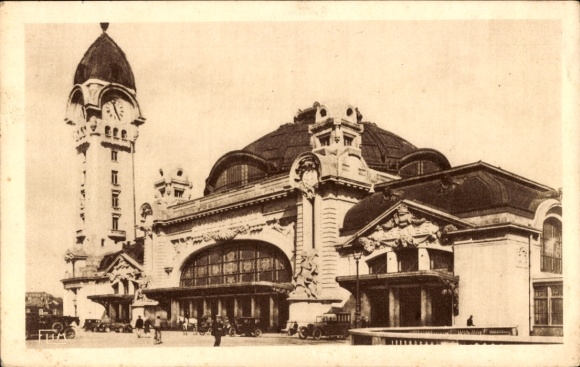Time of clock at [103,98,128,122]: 11:25
